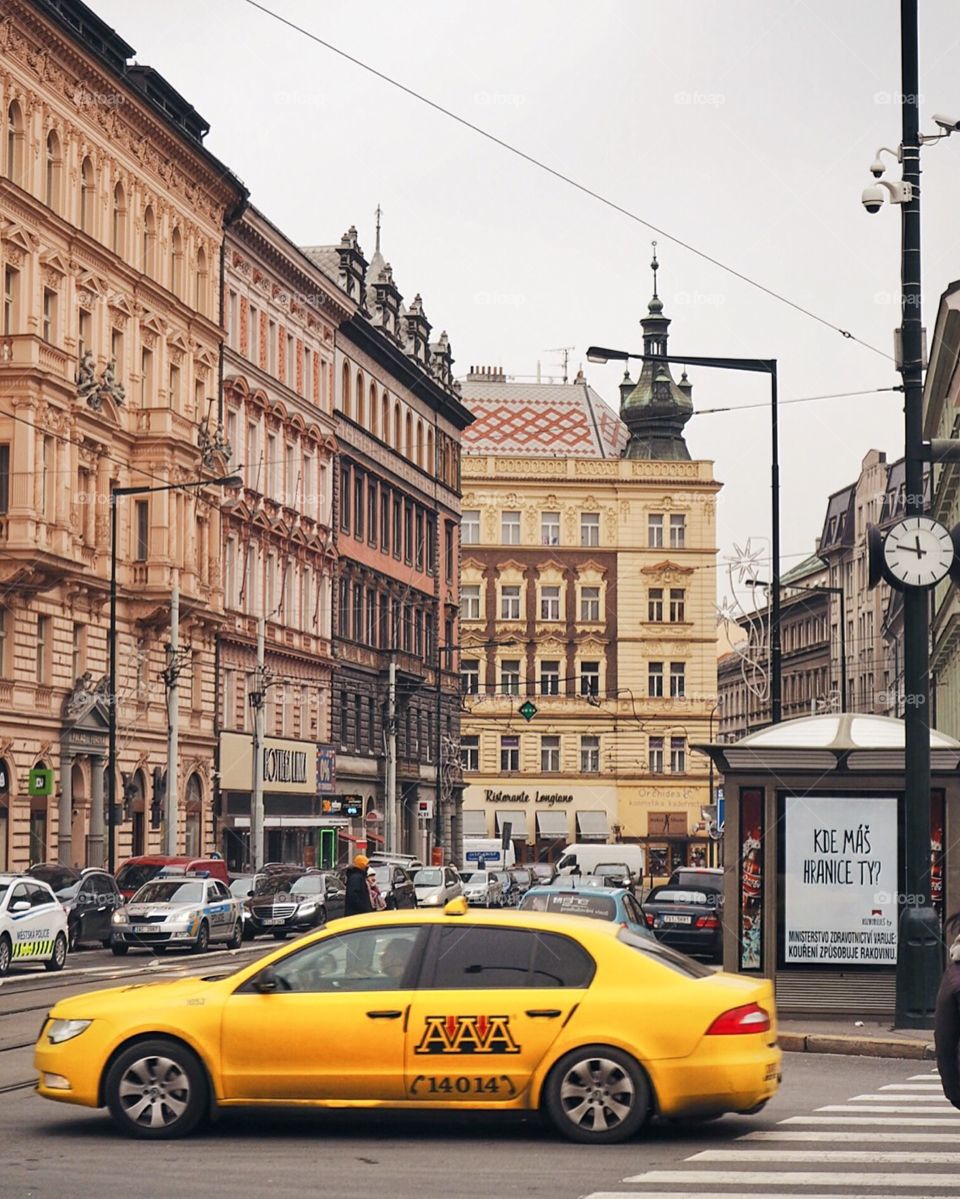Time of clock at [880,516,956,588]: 11:46
